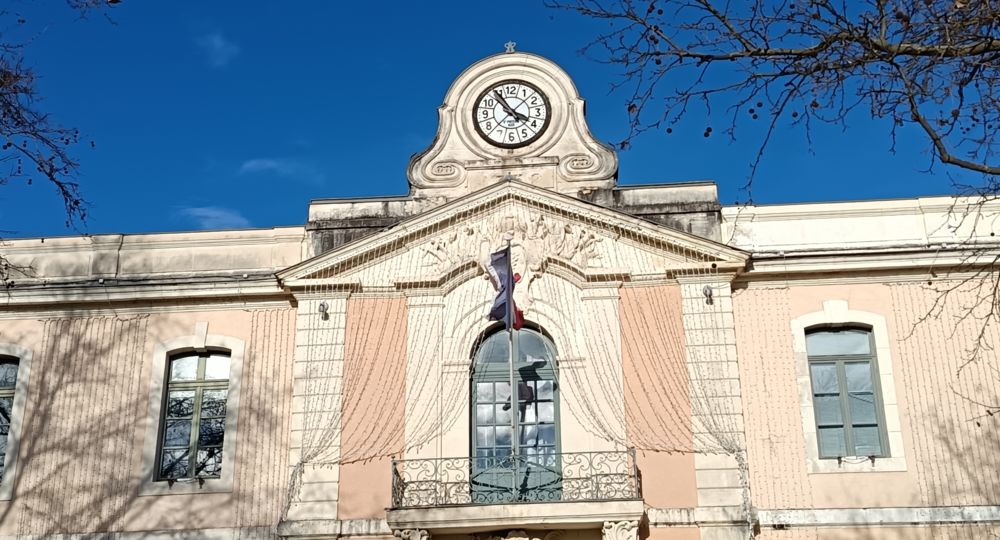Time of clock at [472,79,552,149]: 3:54
